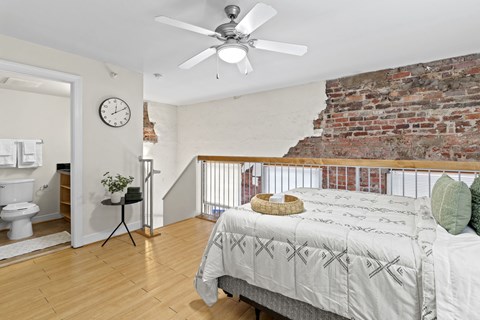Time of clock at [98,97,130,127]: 12:10
